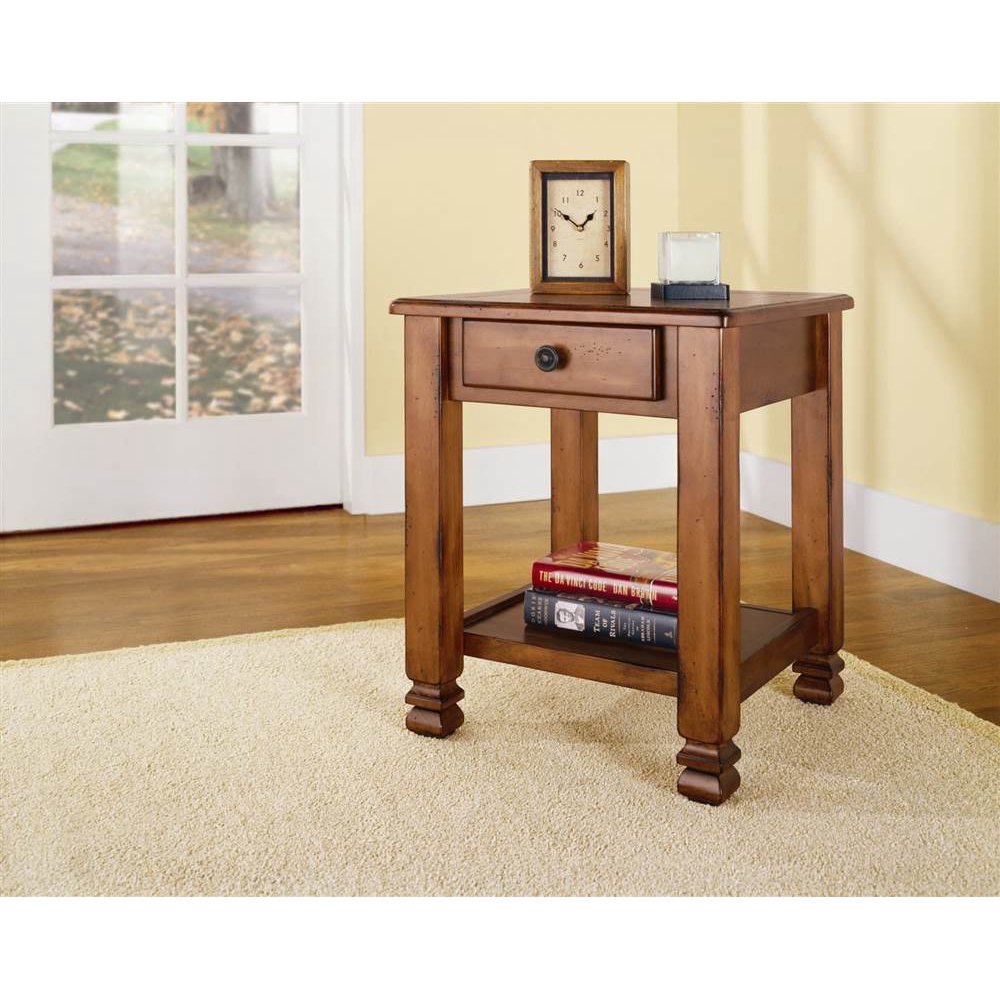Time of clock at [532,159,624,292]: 1:49
